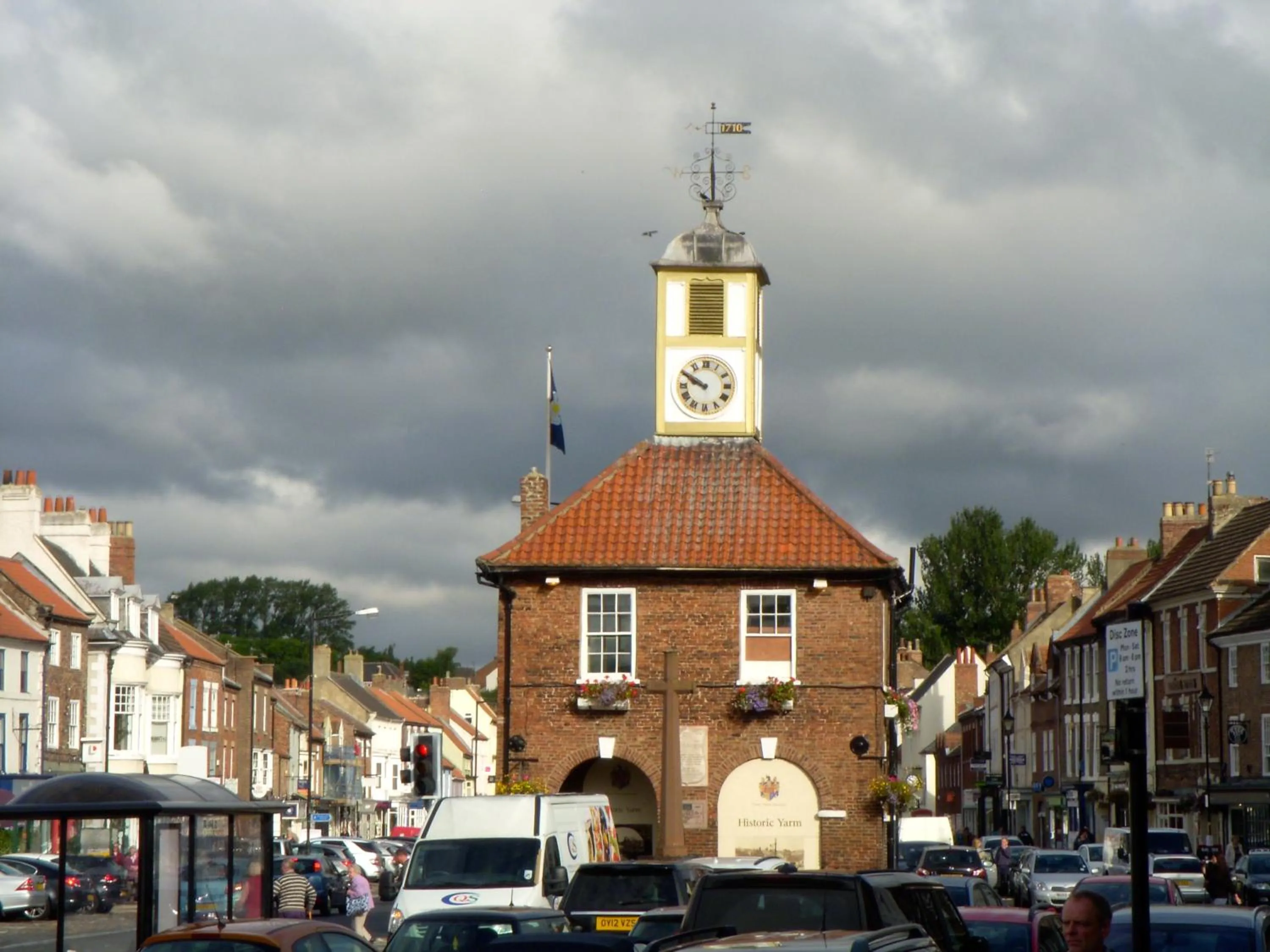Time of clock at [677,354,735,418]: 9:50
